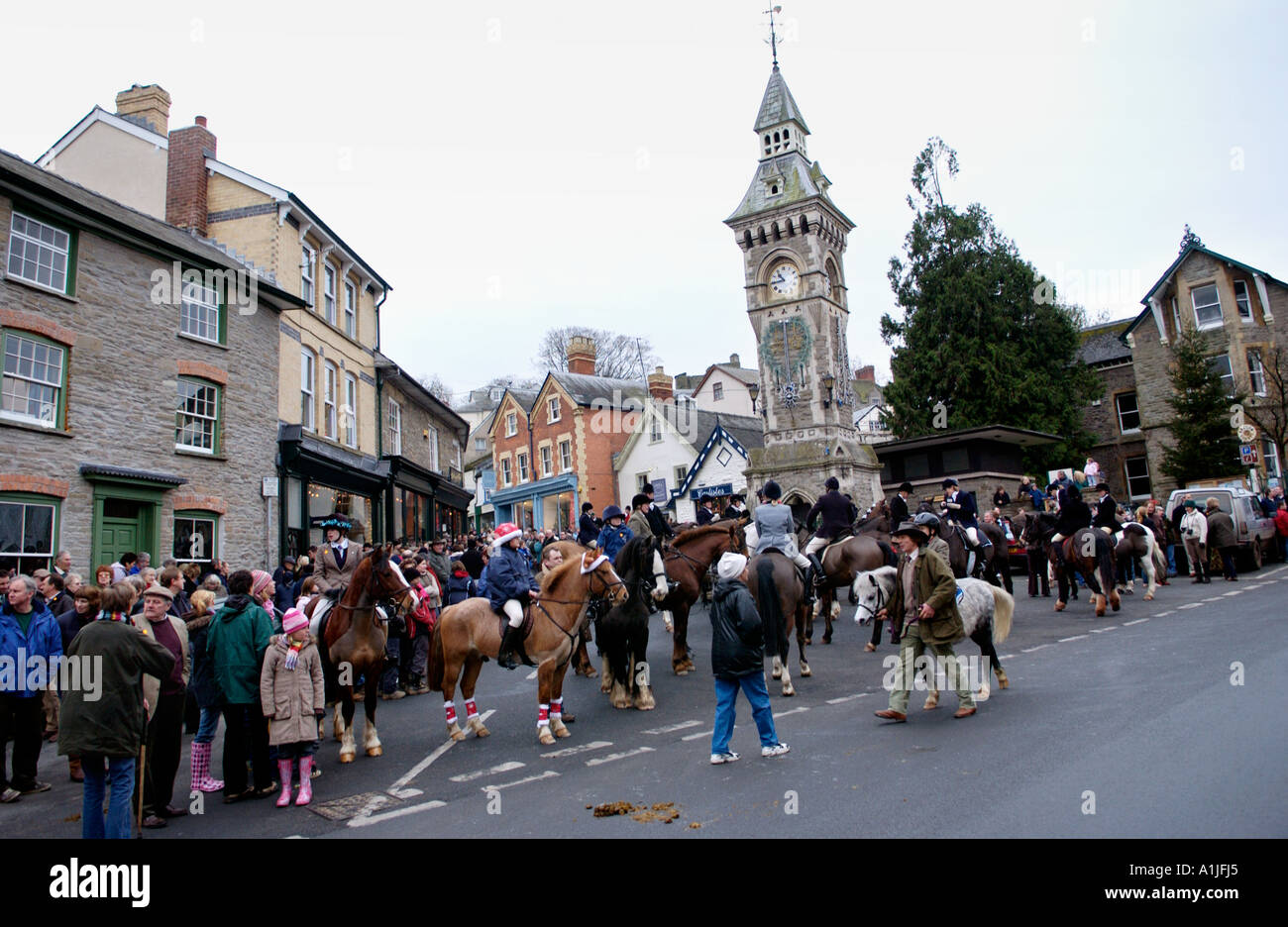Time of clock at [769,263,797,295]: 10:44
